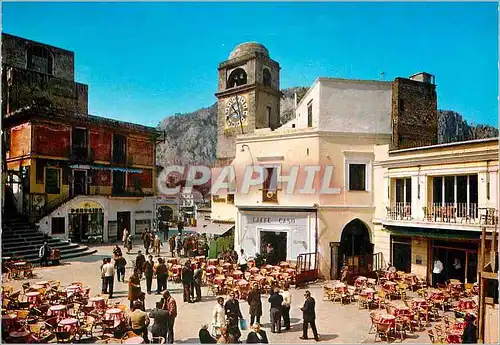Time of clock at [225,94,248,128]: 10:41
